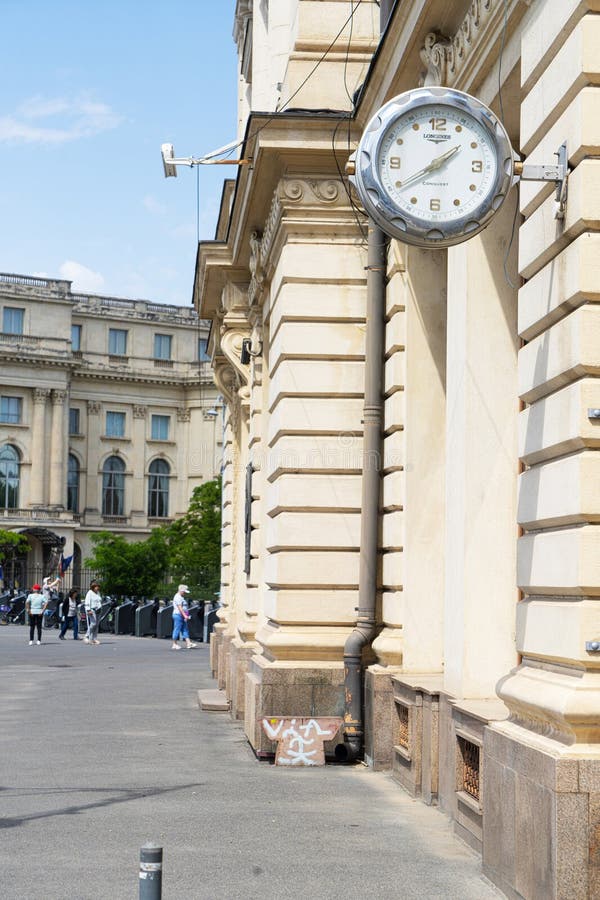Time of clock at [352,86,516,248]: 1:39
